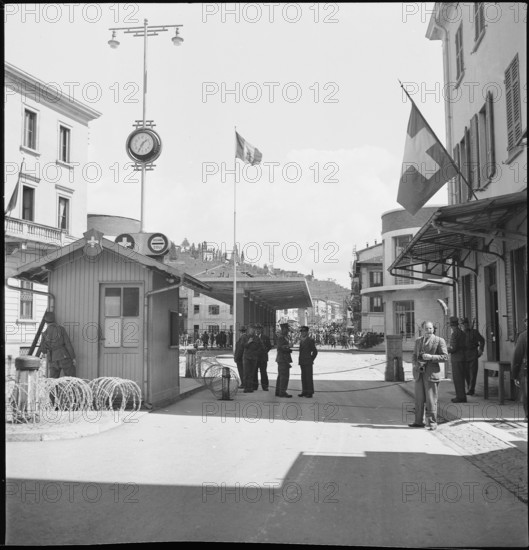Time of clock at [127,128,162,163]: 1:34
